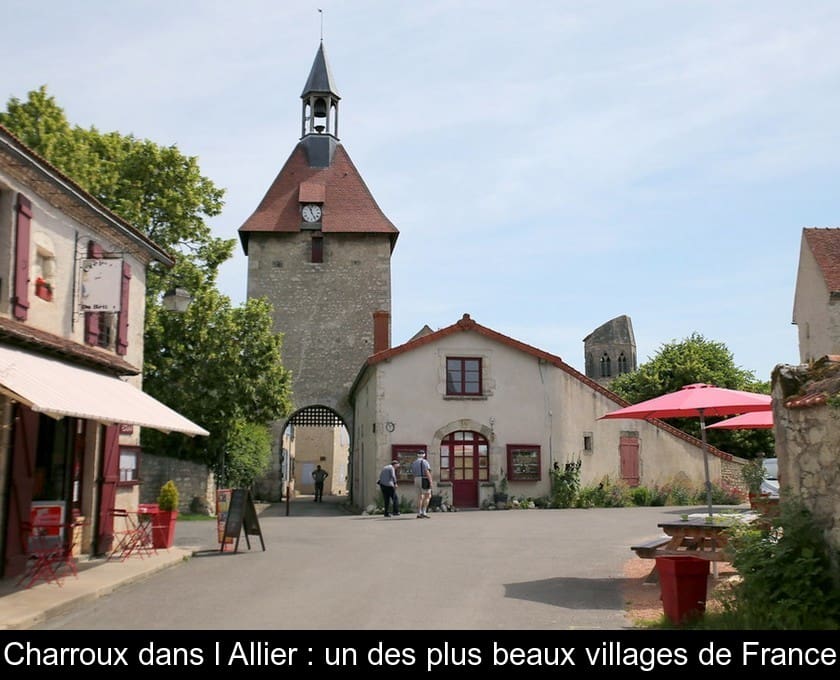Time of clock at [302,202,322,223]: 11:24
